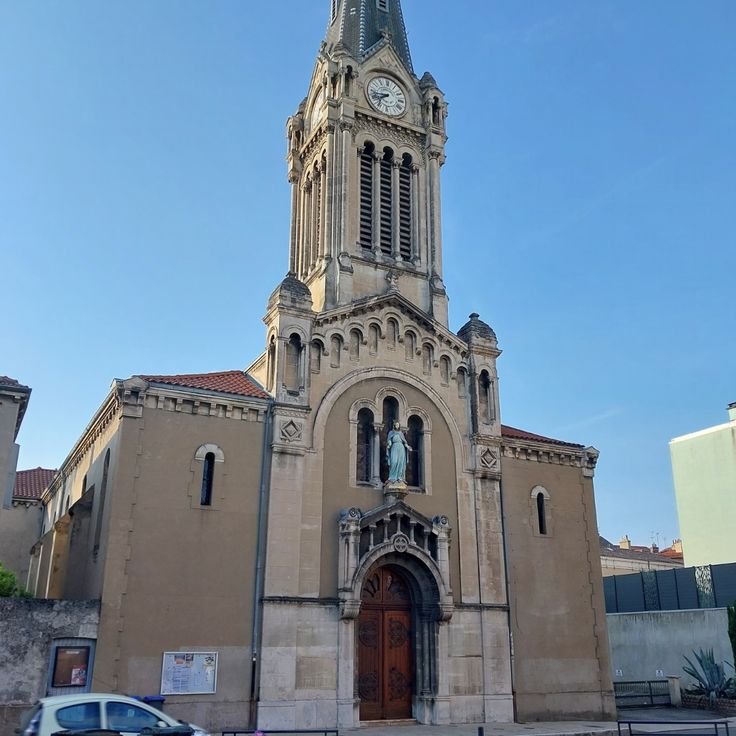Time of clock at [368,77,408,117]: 7:43
